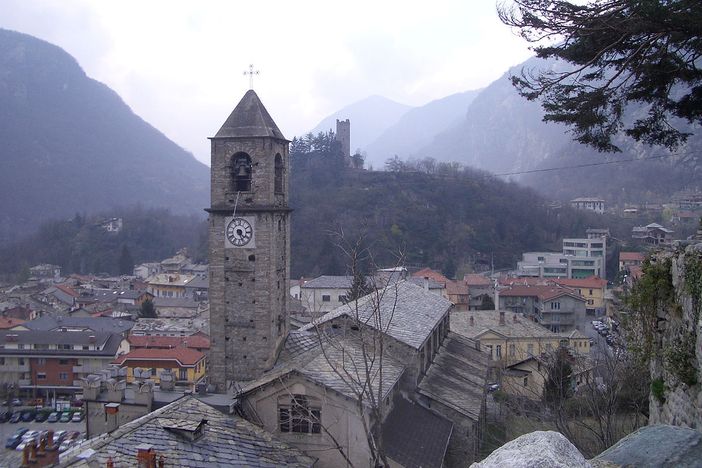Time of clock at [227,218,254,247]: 4:26
